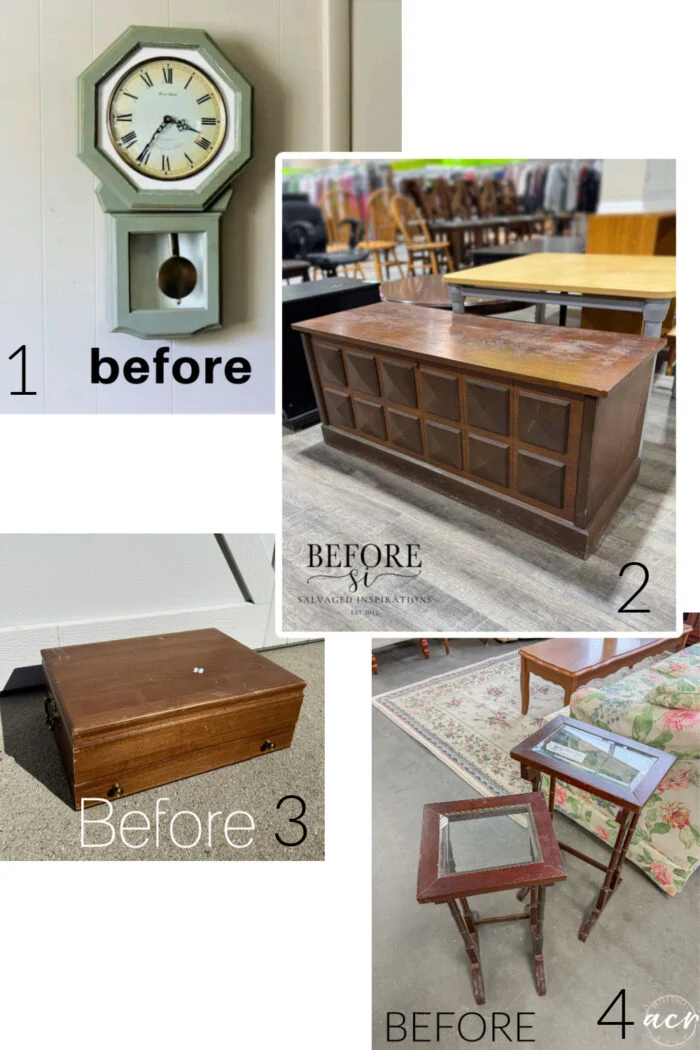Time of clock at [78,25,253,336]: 3:36
